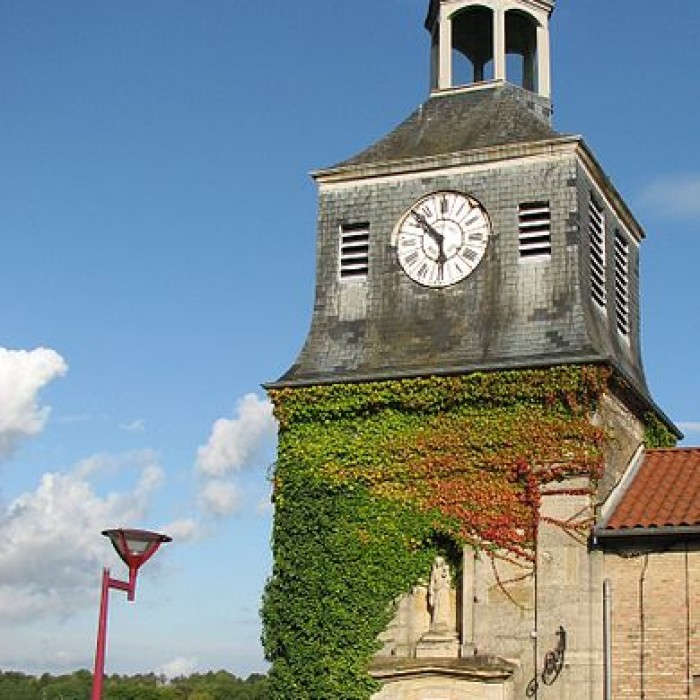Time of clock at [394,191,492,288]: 5:51
